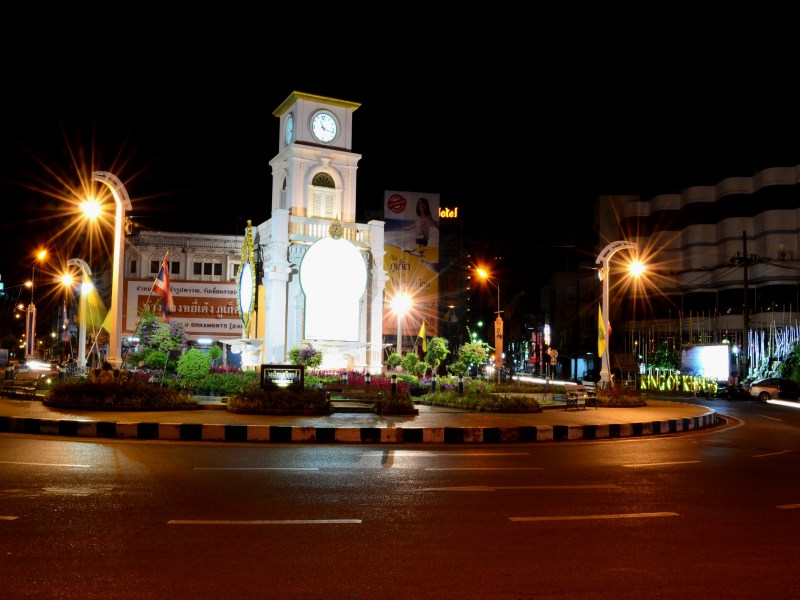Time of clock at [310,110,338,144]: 11:17
